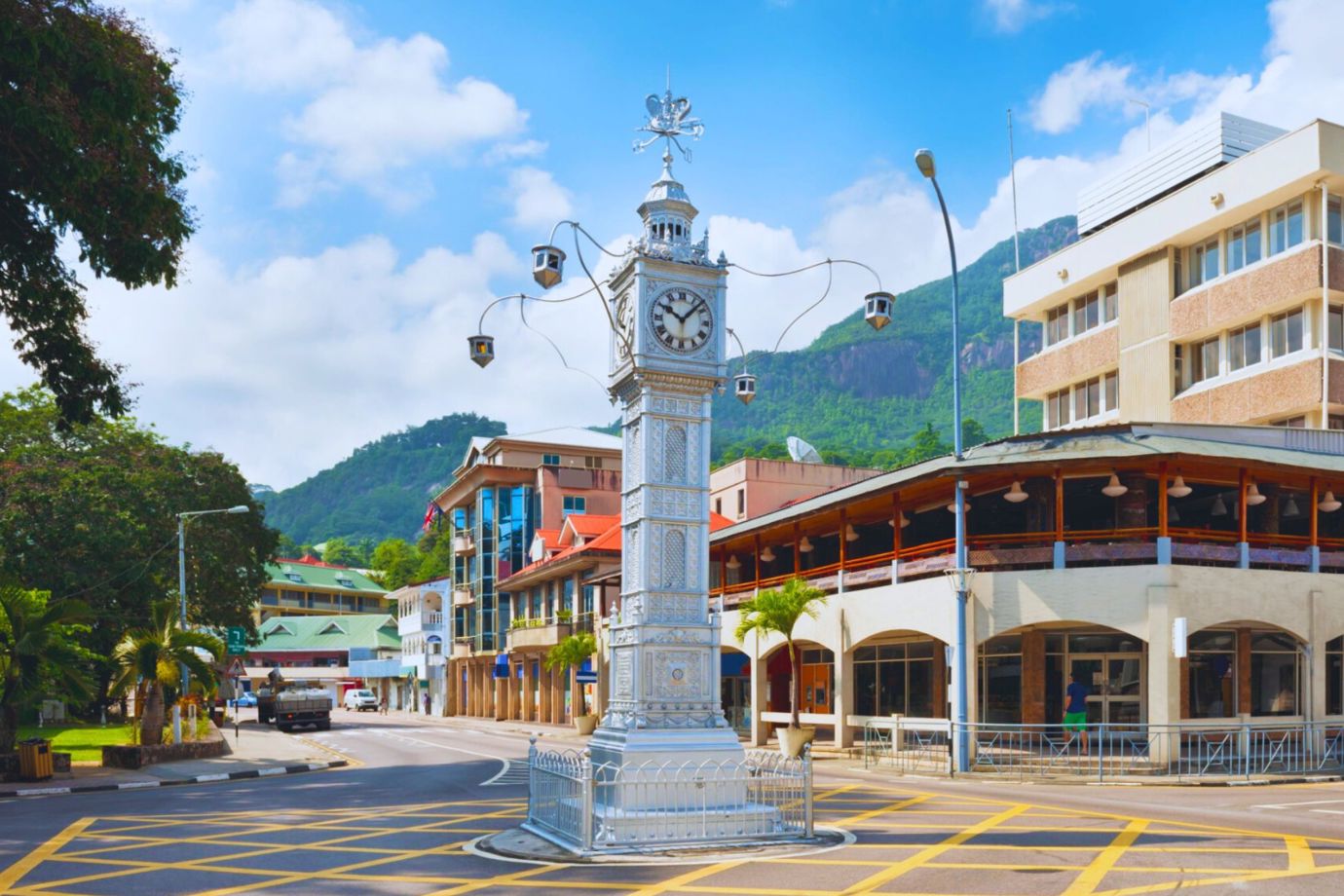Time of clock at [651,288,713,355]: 10:07
